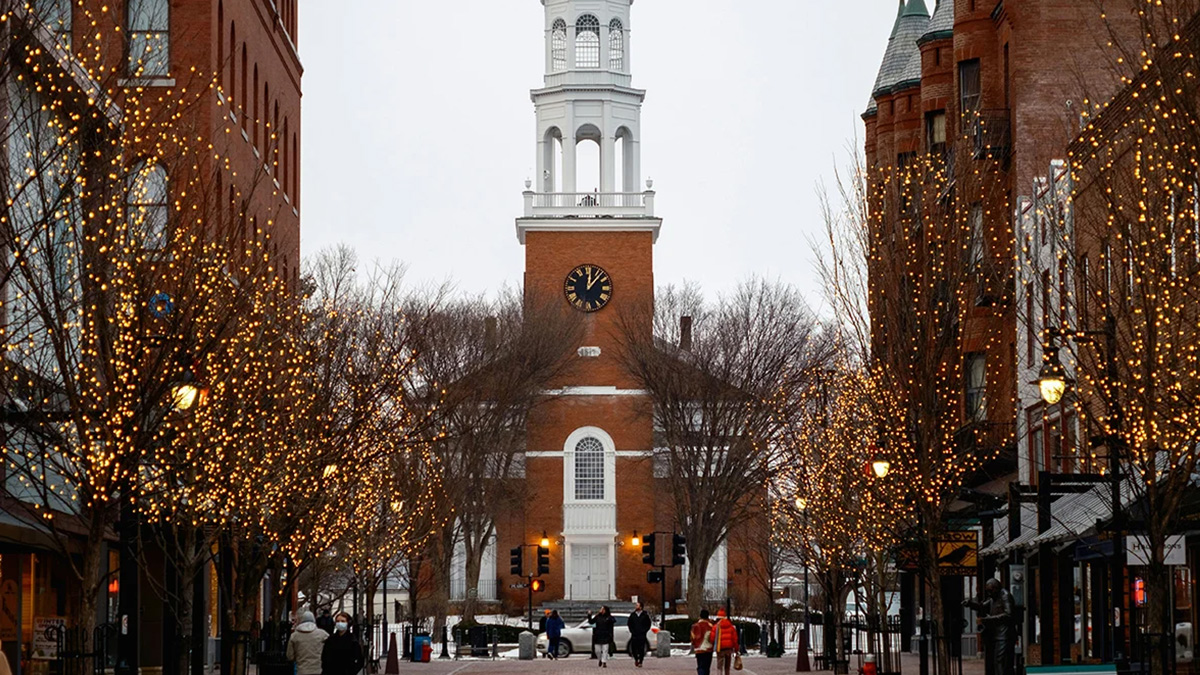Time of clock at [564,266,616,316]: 12:06
